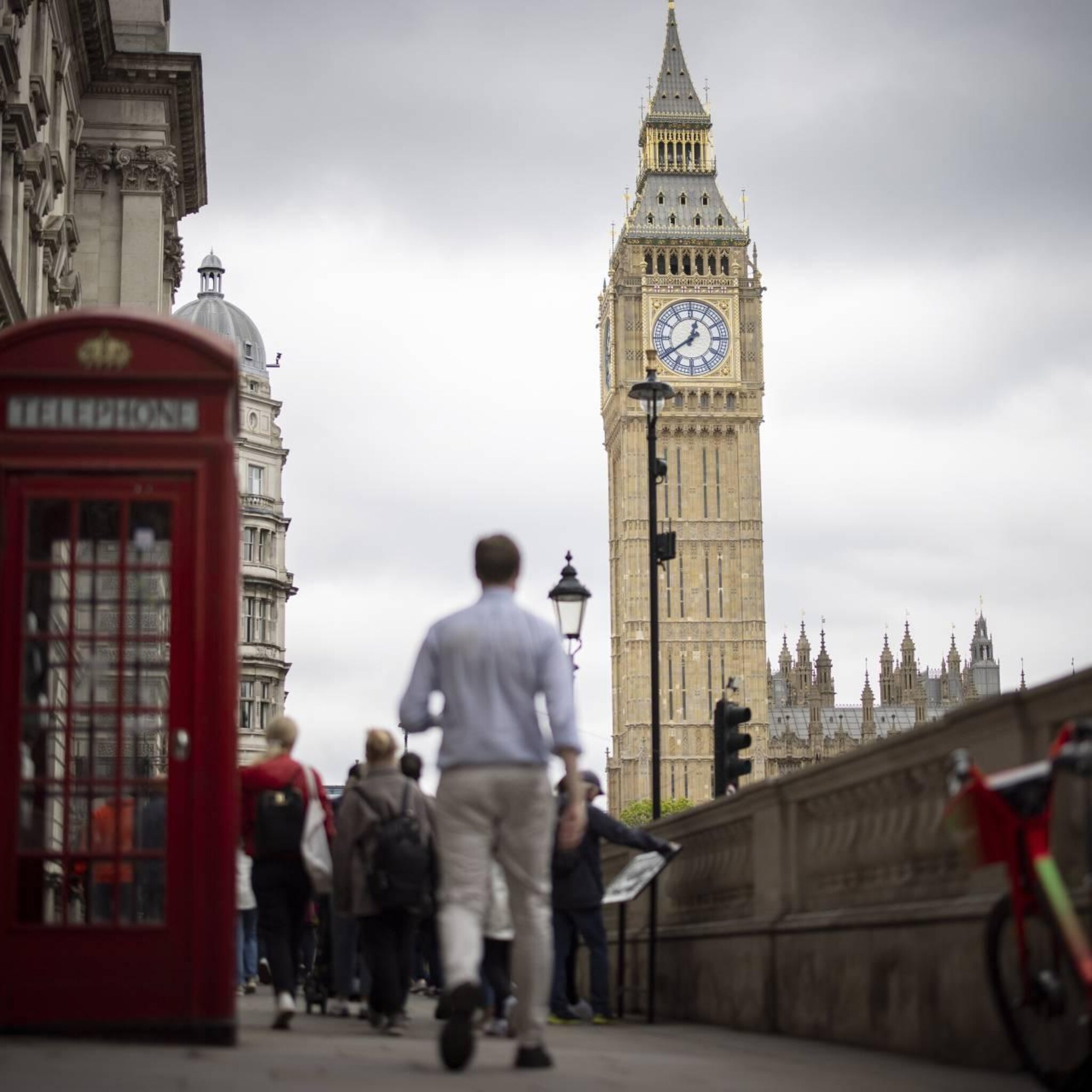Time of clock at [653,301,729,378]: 12:39
